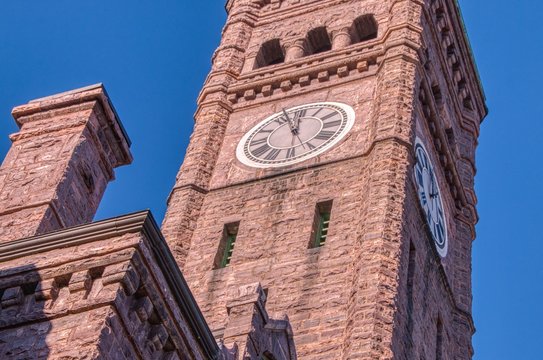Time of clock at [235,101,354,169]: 11:56
